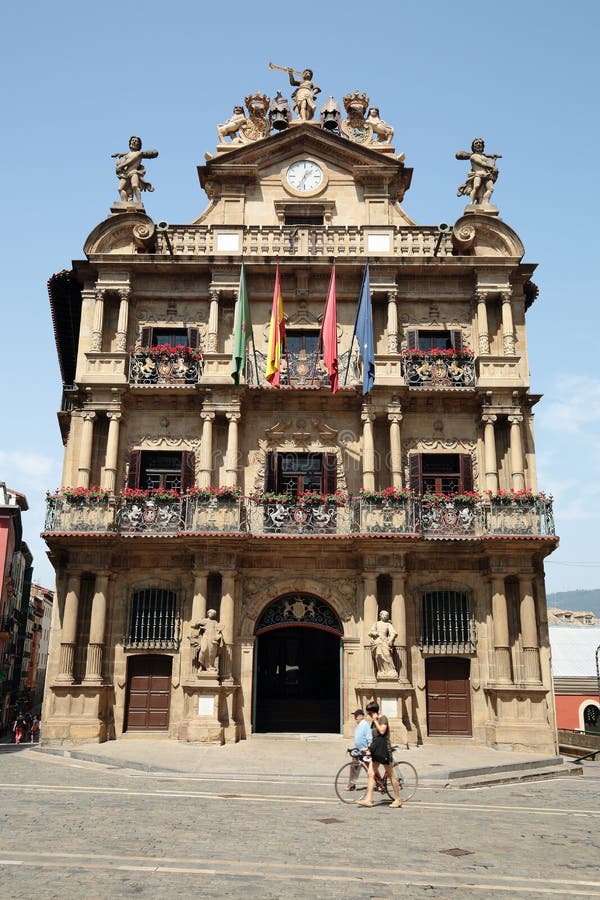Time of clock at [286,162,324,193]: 1:33
